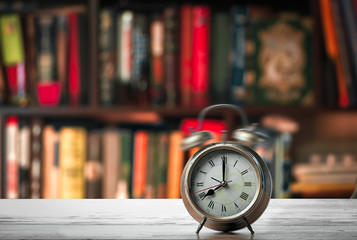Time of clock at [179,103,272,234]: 8:00
